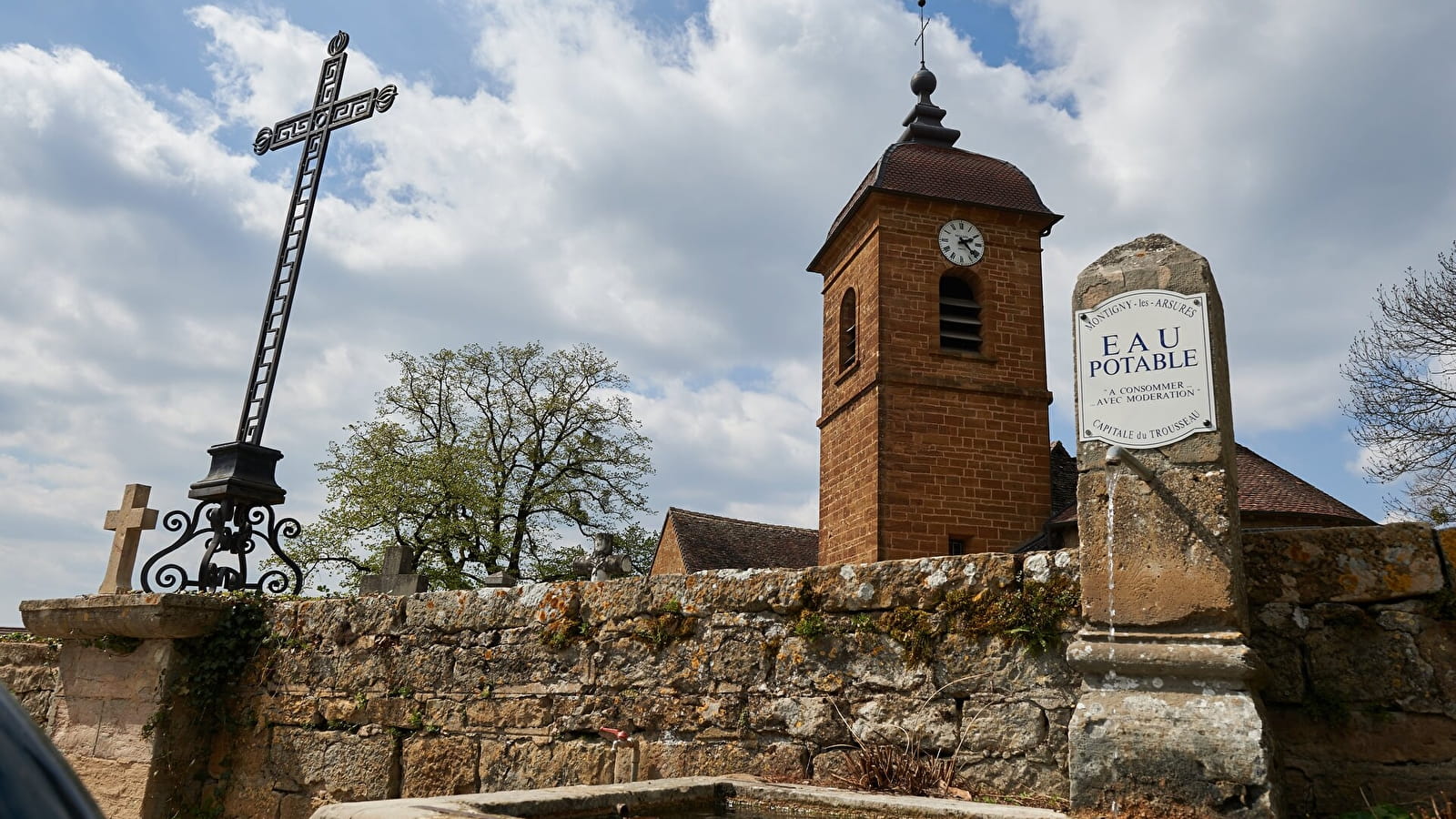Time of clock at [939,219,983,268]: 2:22
